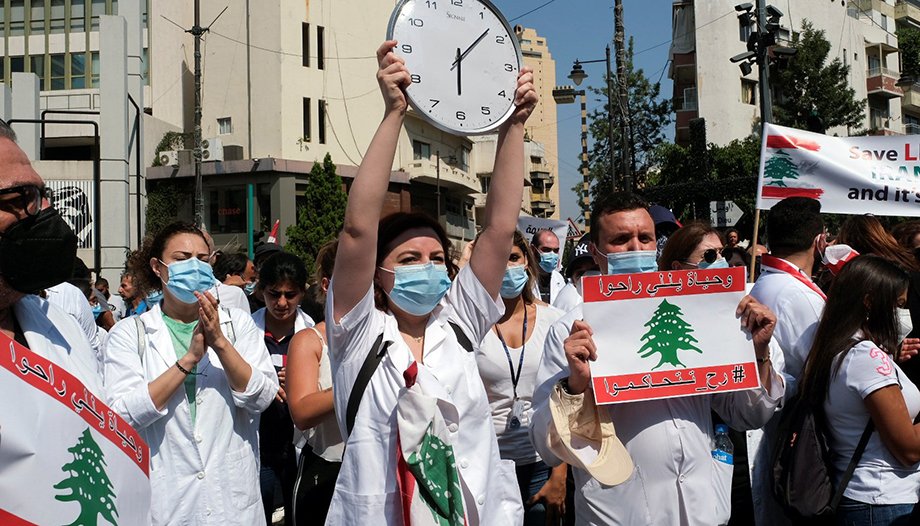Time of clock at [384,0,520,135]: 6:07
